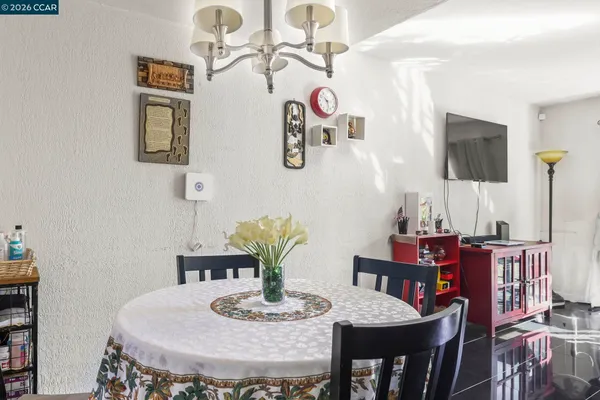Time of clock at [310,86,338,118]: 10:28
